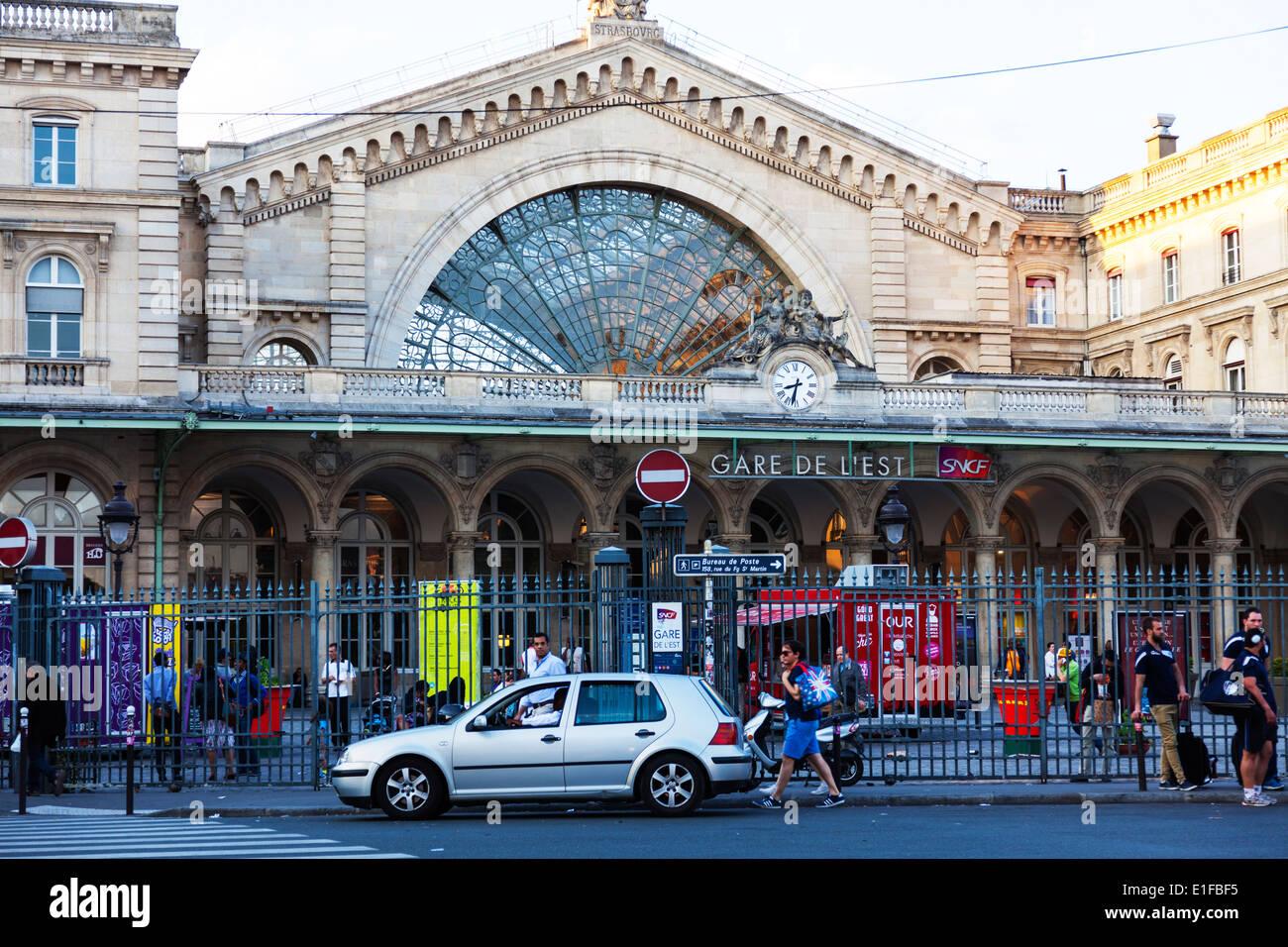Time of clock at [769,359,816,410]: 8:32
